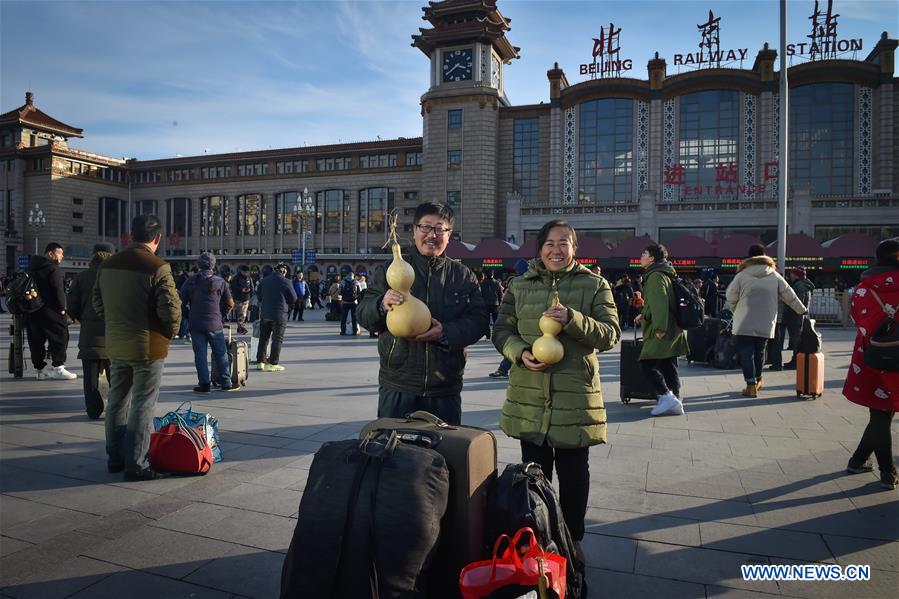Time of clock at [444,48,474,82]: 3:39
